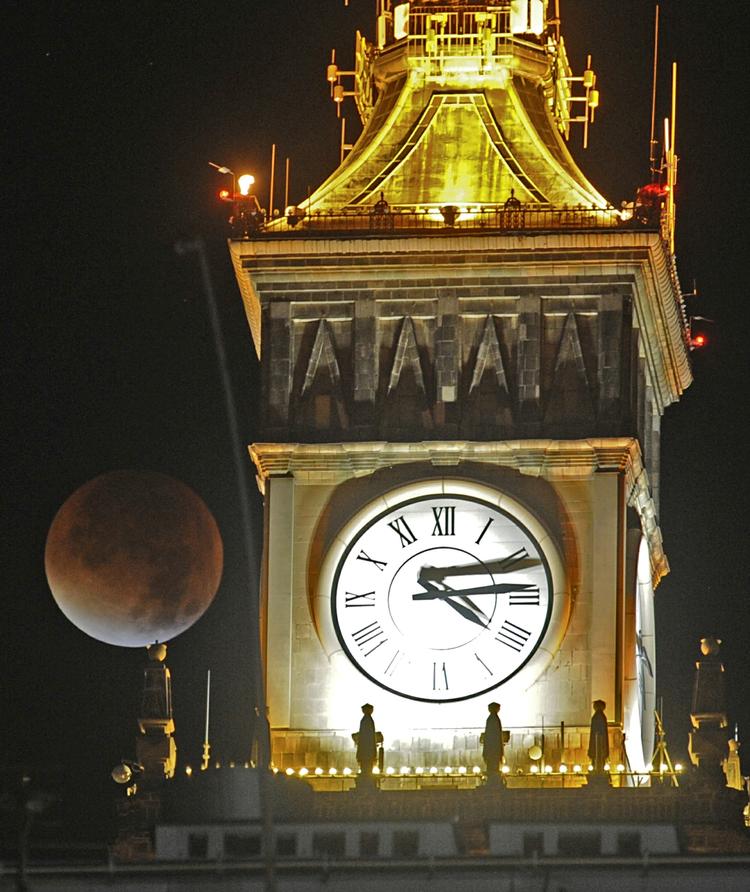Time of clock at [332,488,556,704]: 4:14
